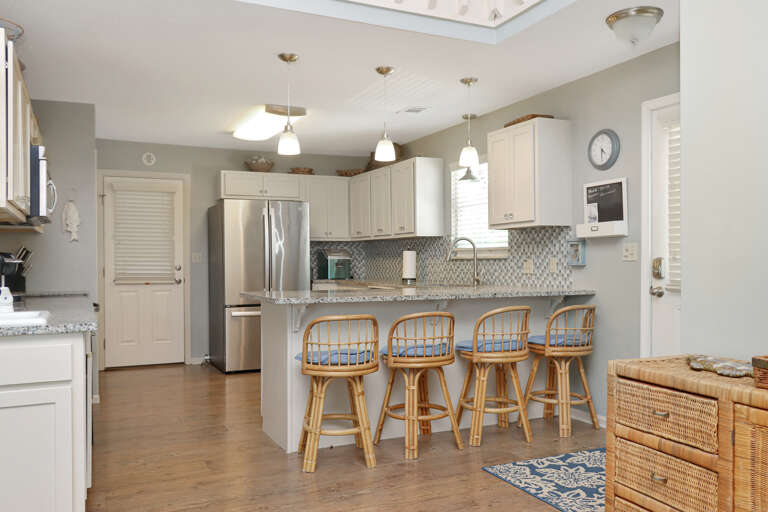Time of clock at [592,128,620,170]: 4:29
